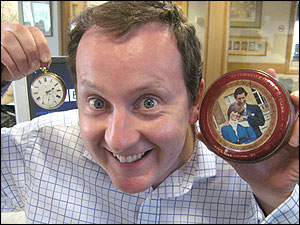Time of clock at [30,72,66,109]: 2:15
